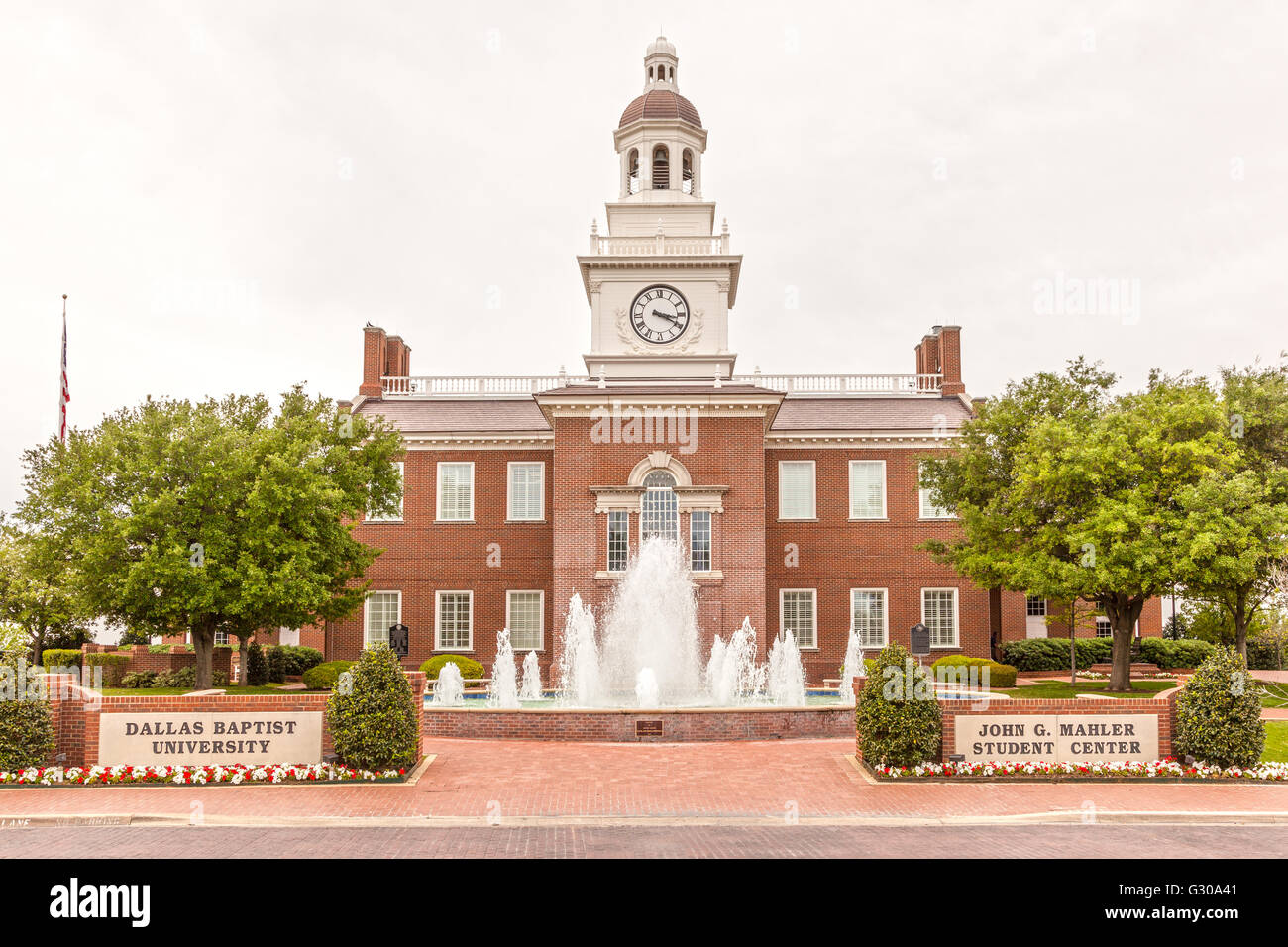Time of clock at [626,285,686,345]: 3:19
